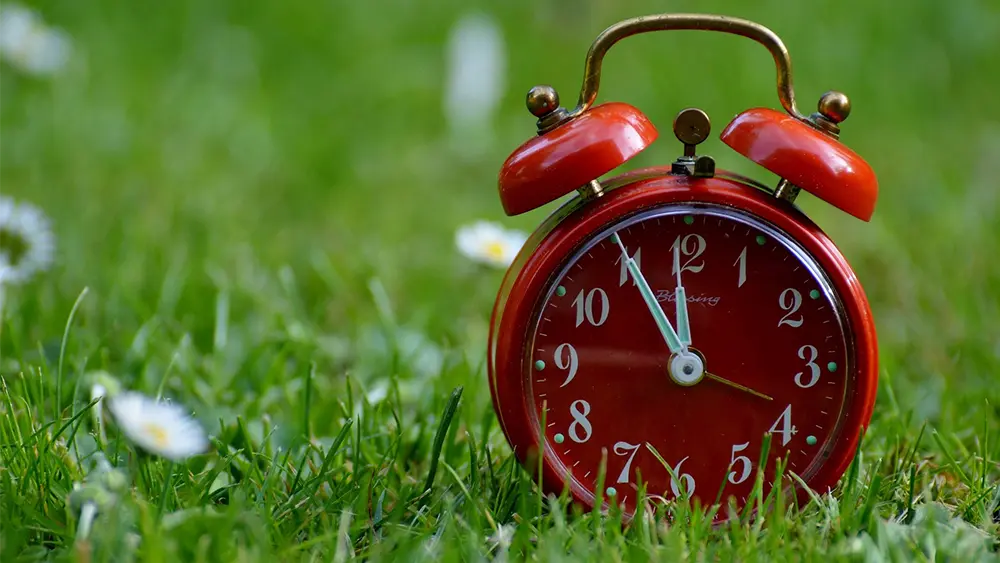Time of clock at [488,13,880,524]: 11:55
